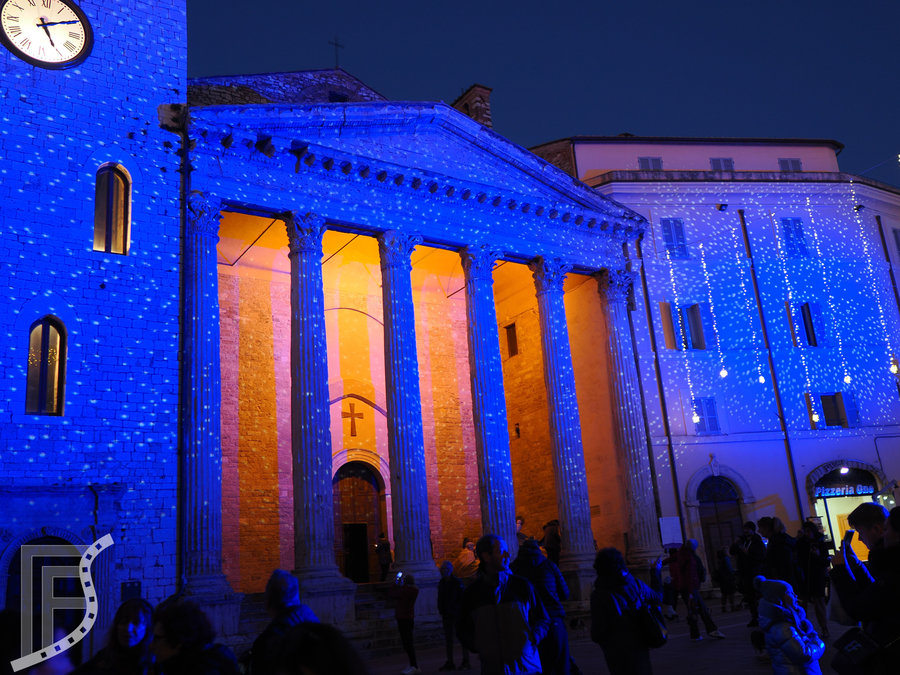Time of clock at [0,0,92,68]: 5:09
